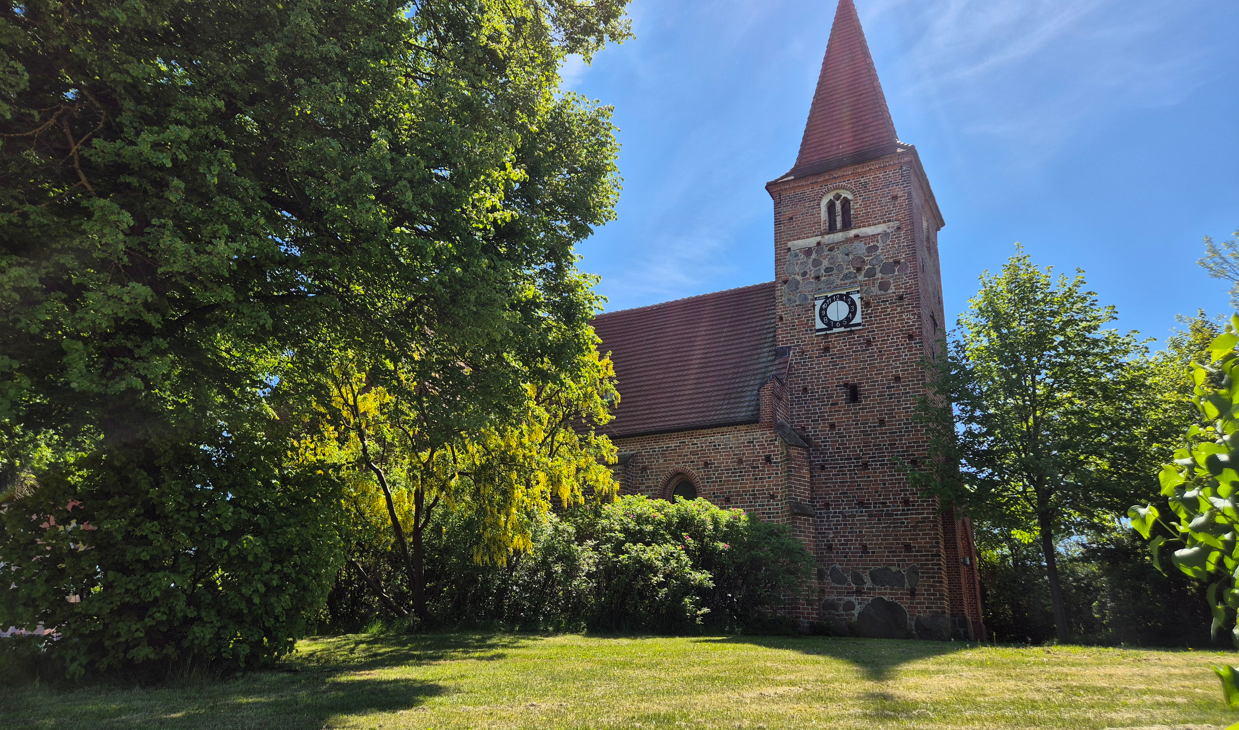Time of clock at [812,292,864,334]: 6:00
